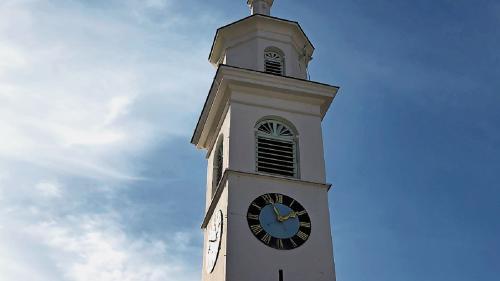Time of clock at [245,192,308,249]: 1:56
